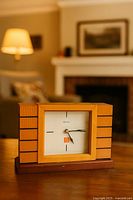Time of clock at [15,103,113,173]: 5:15
